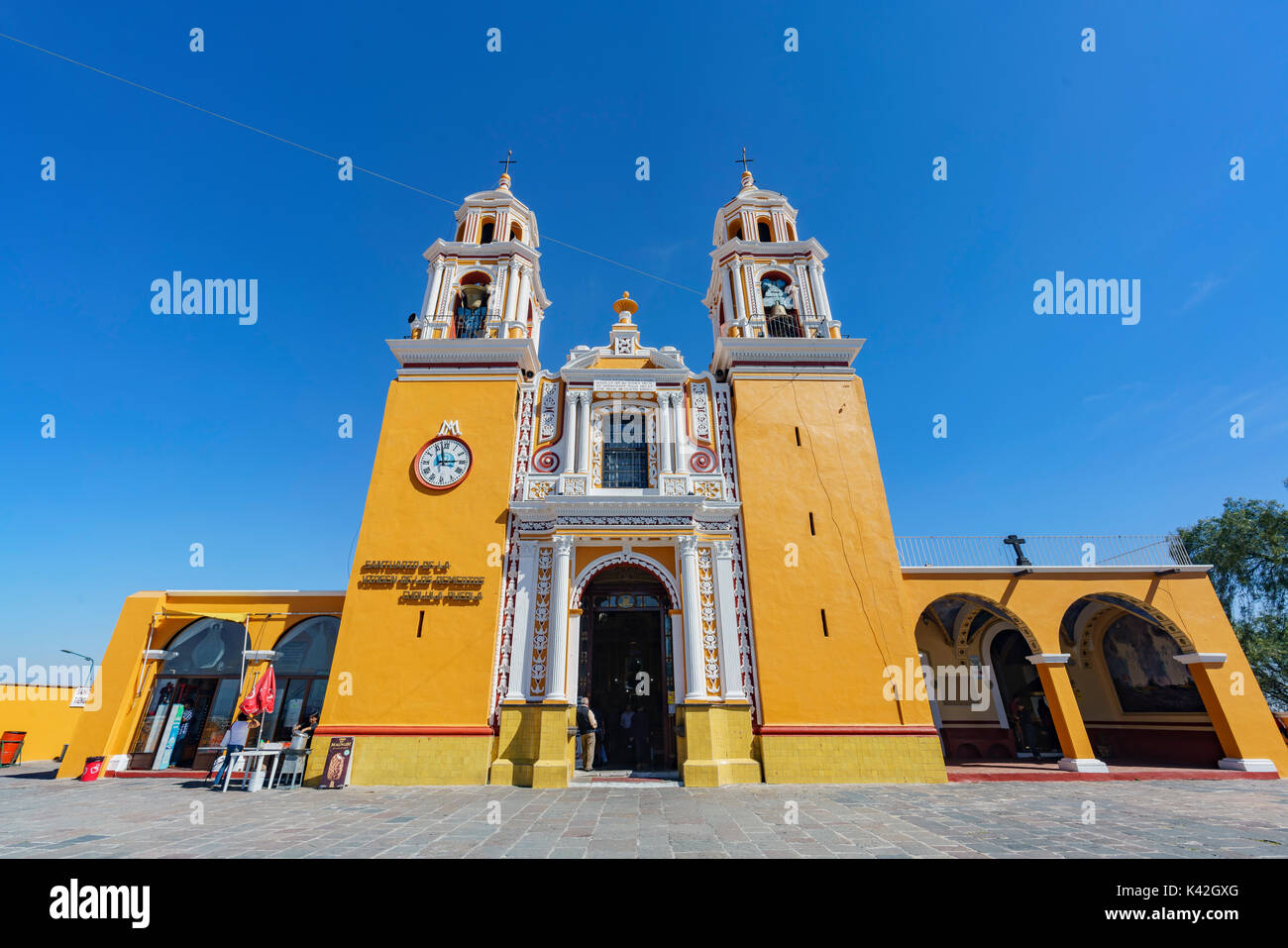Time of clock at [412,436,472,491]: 2:57
